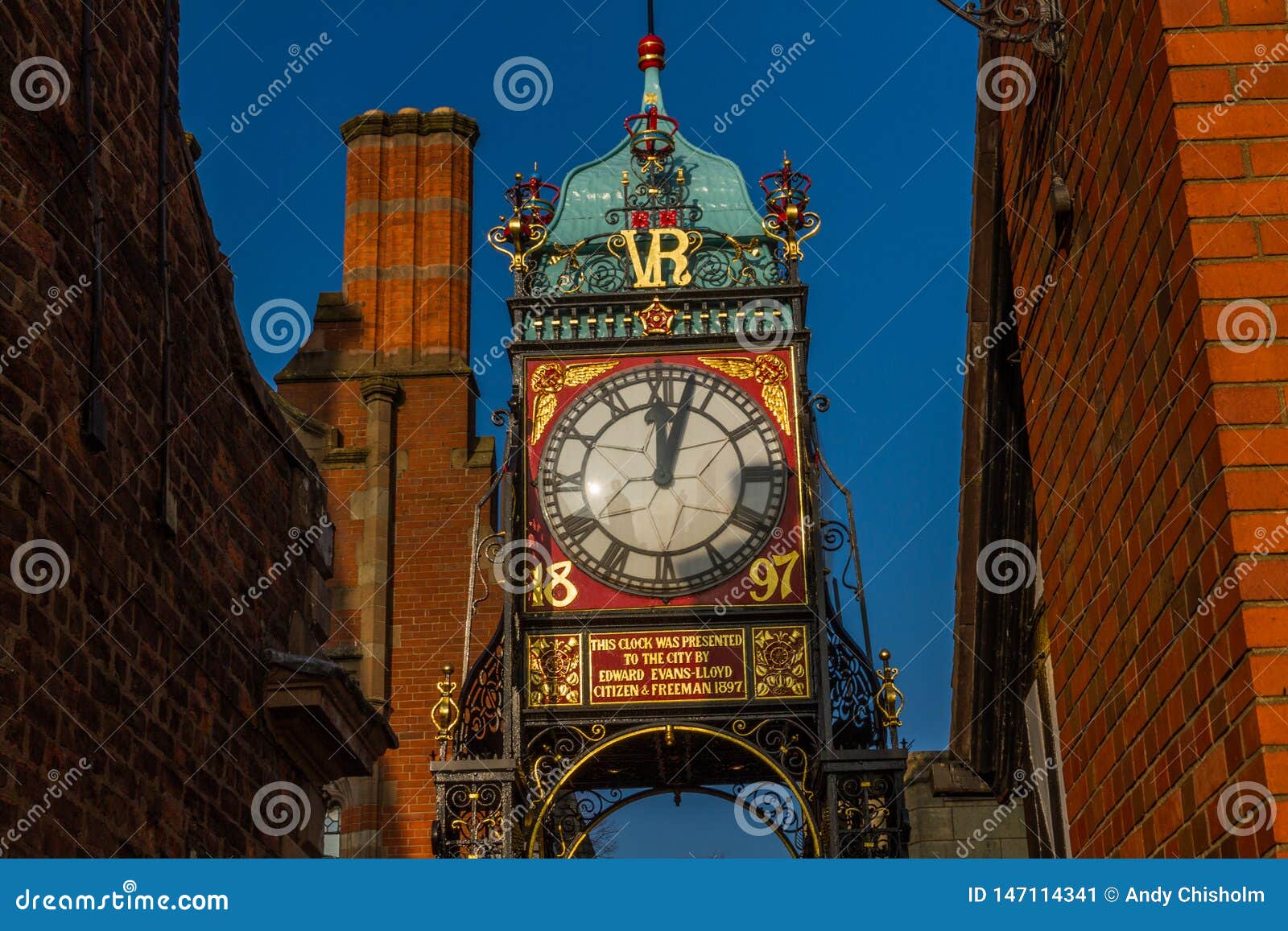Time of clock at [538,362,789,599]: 12:02
